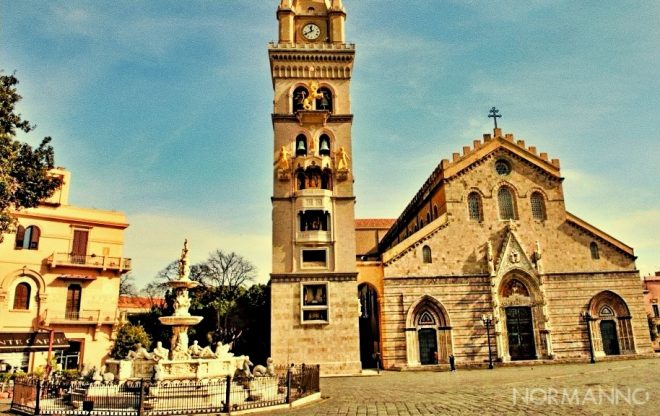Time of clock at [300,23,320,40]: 11:40
